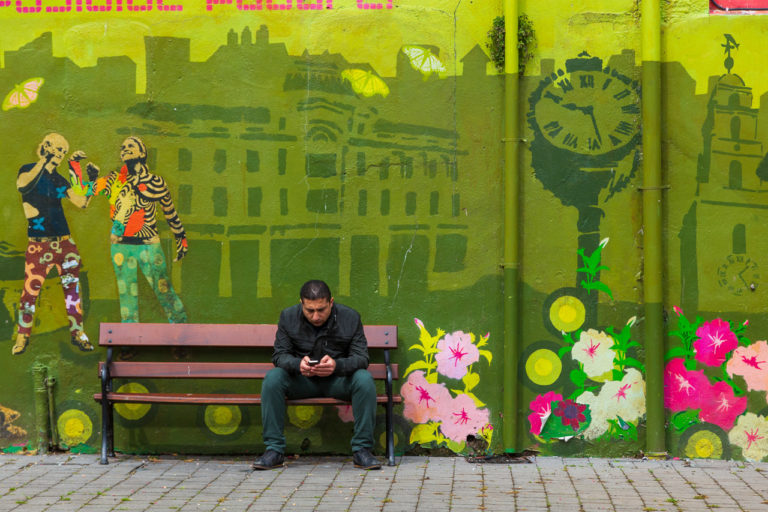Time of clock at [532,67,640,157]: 9:28
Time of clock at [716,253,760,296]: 1:24
